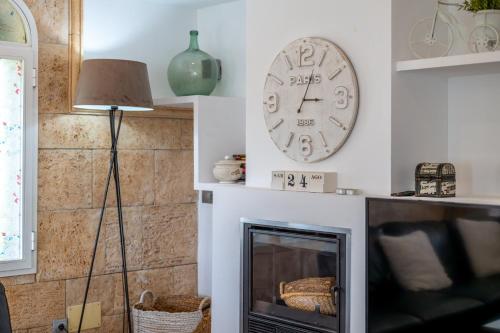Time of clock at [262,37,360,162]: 3:04
